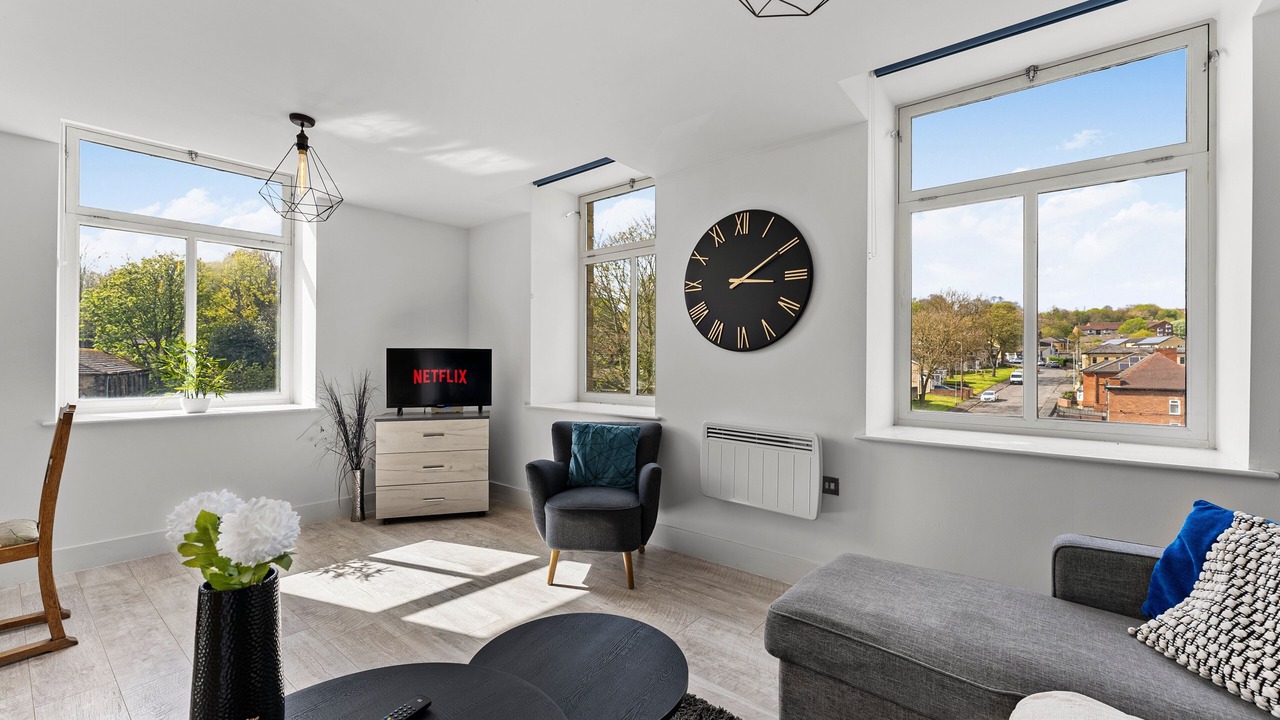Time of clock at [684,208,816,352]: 3:09
